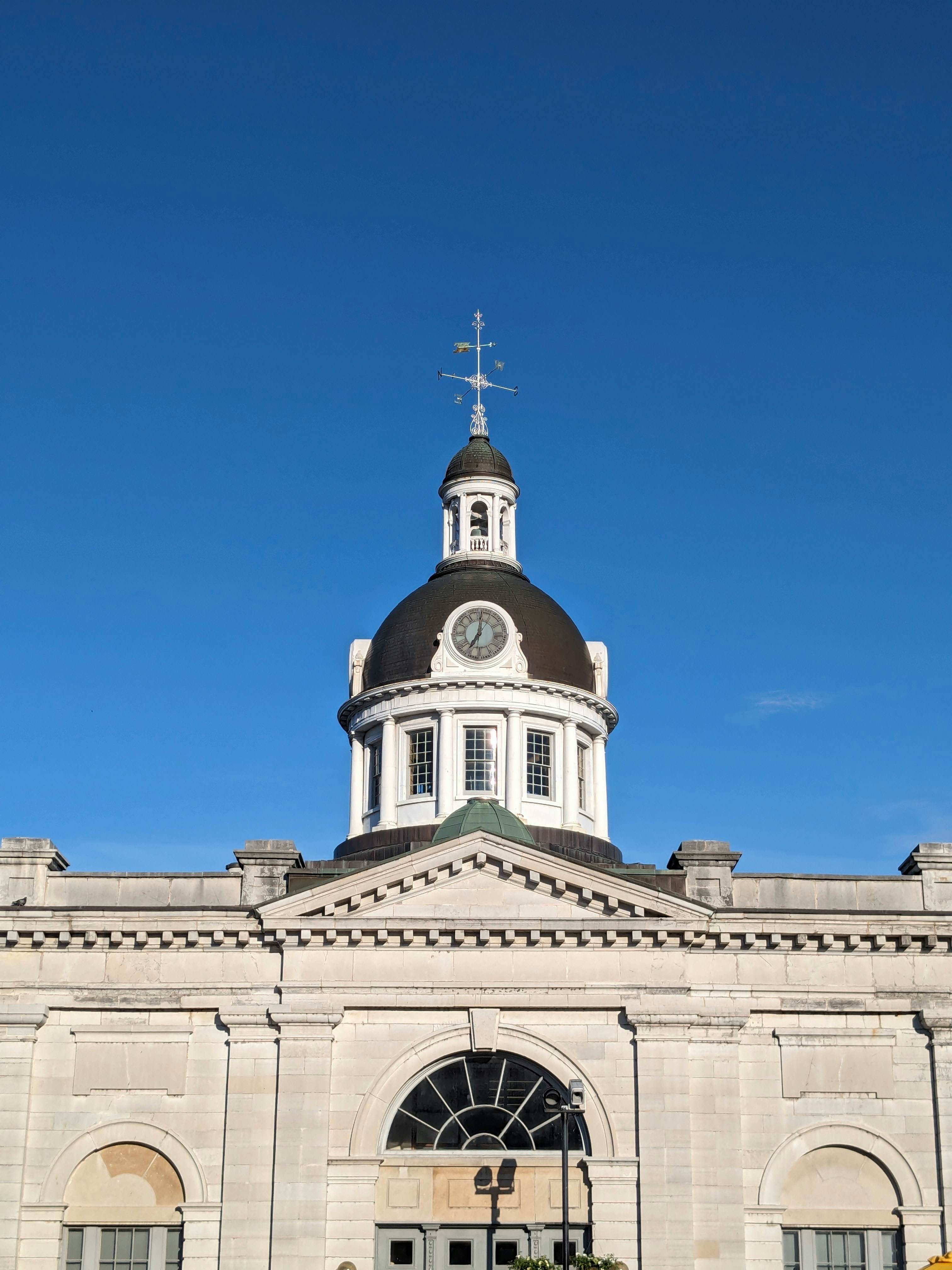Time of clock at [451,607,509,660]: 7:01
